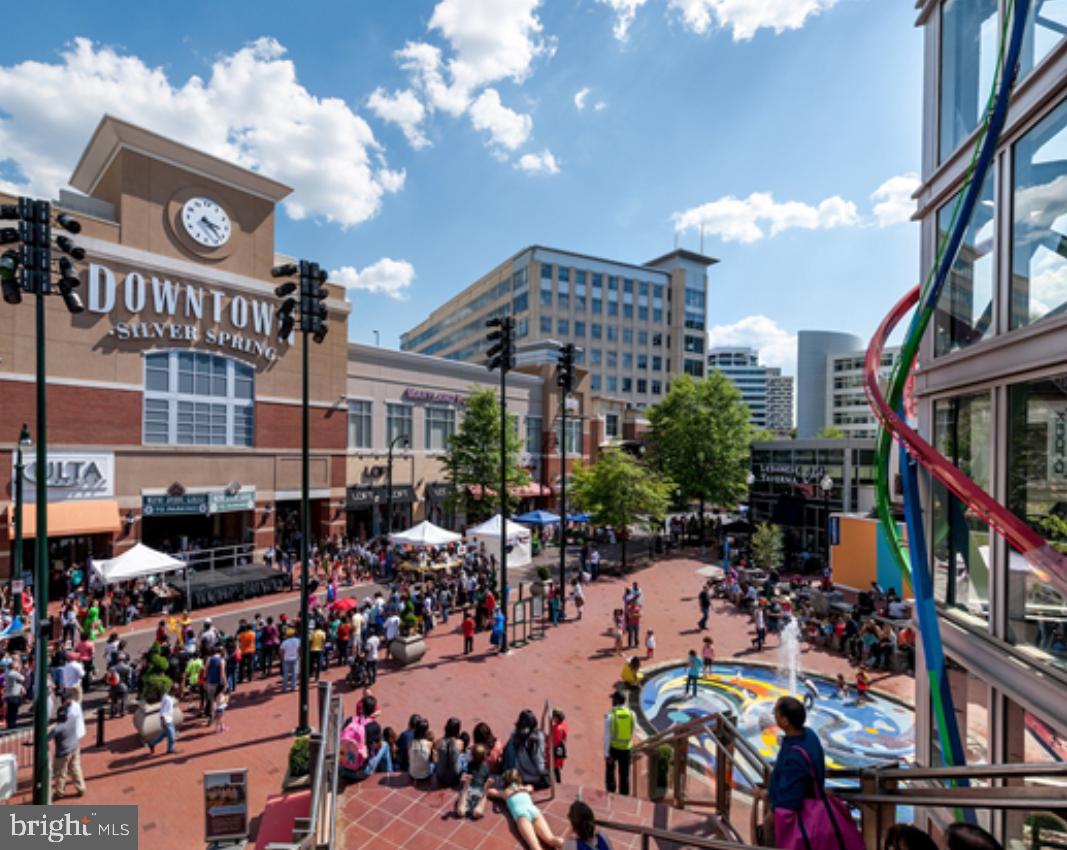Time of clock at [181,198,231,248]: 3:22
